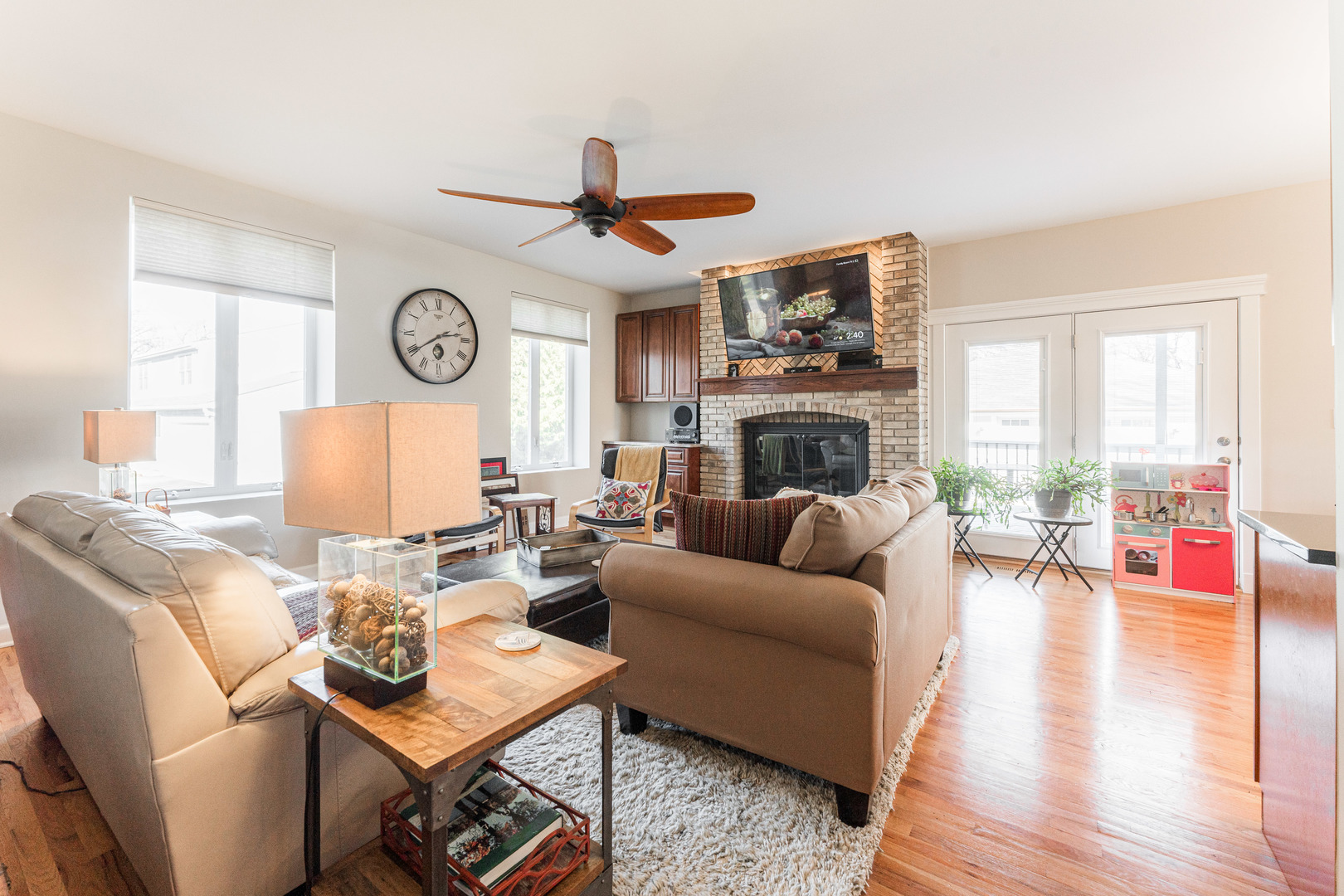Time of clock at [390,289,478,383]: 2:39
